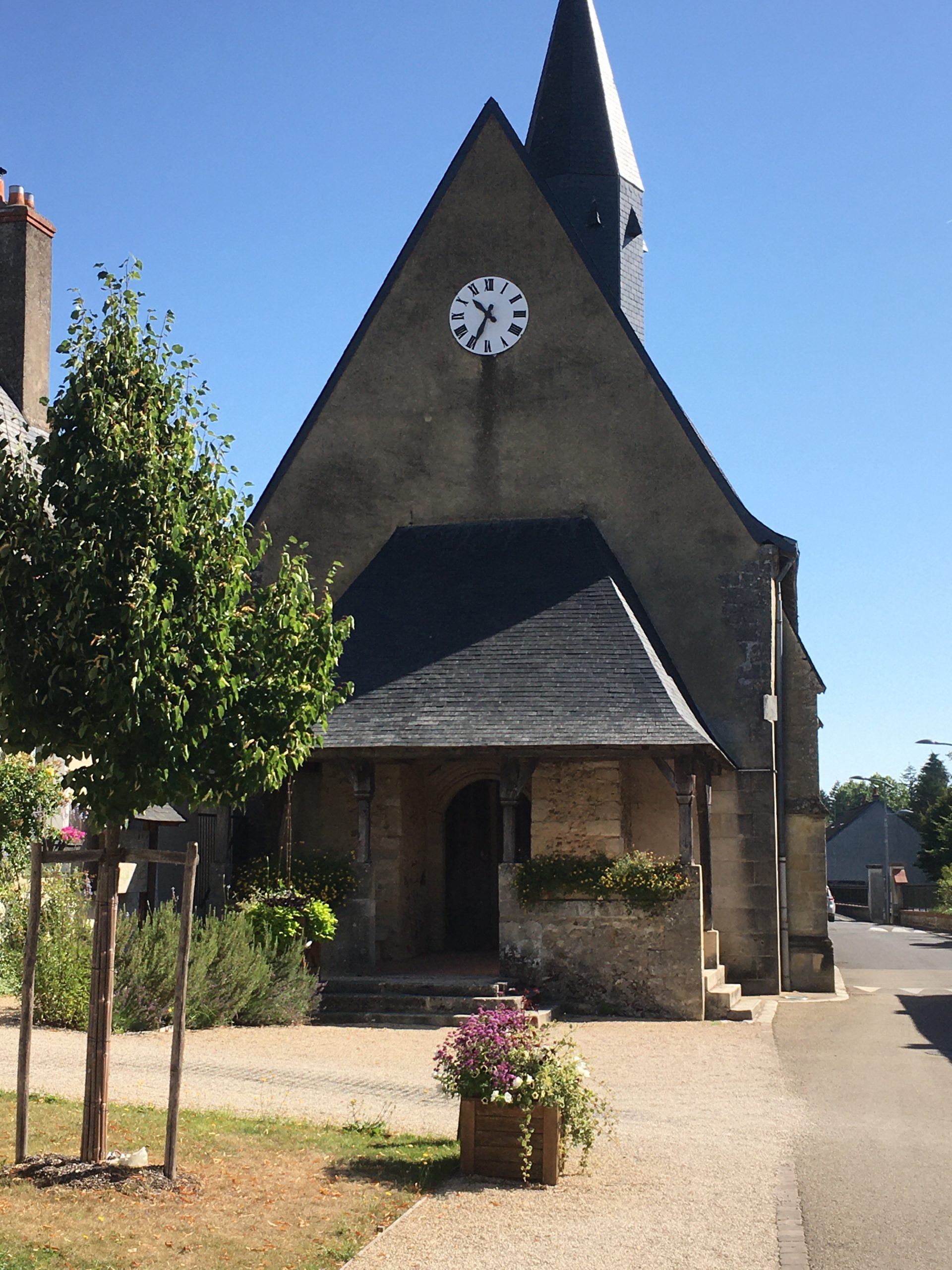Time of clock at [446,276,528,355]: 10:34
